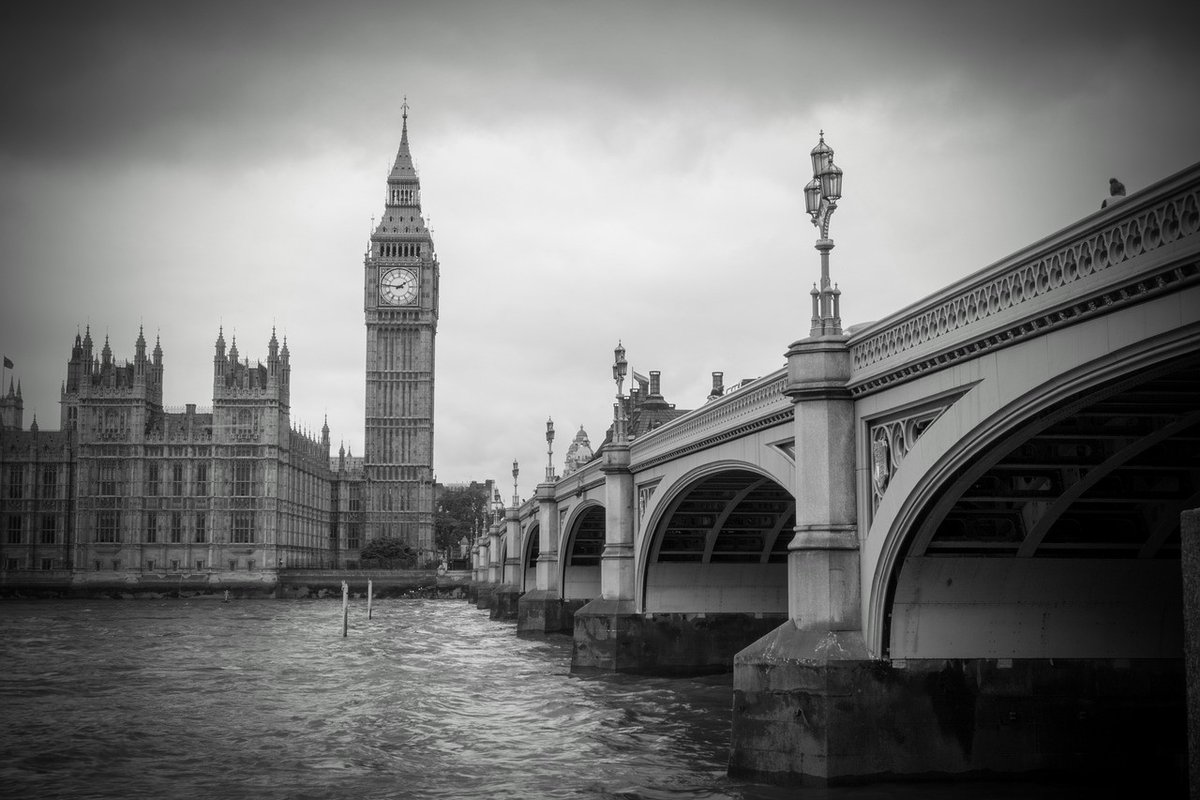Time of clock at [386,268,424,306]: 1:46
